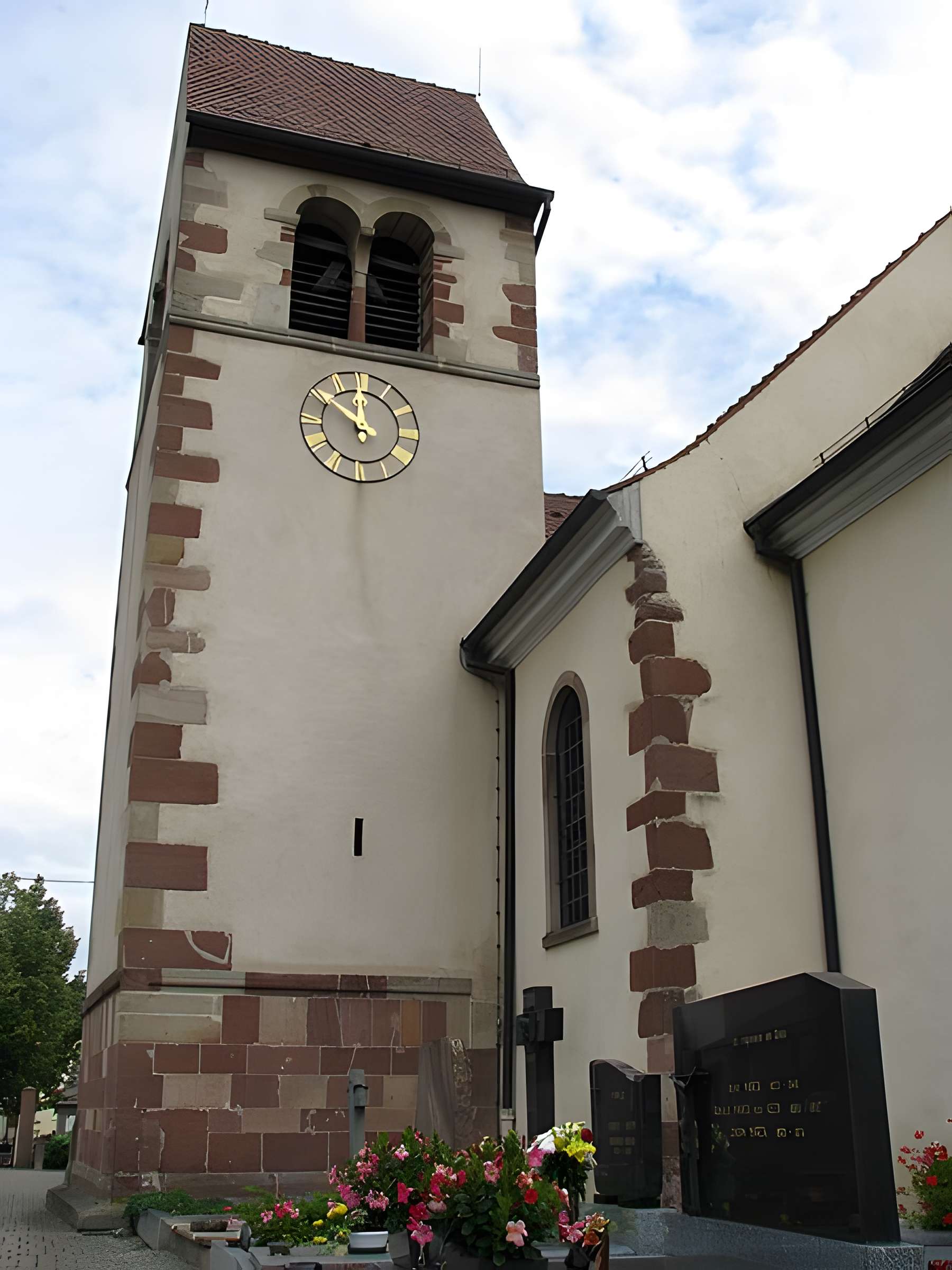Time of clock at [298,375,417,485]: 11:51
